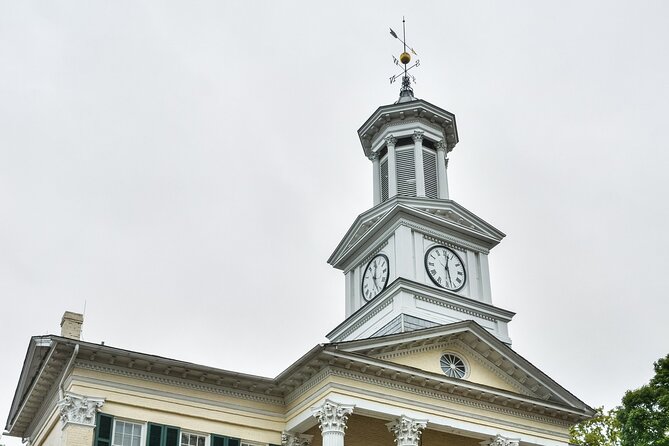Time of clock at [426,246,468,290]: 12:27
